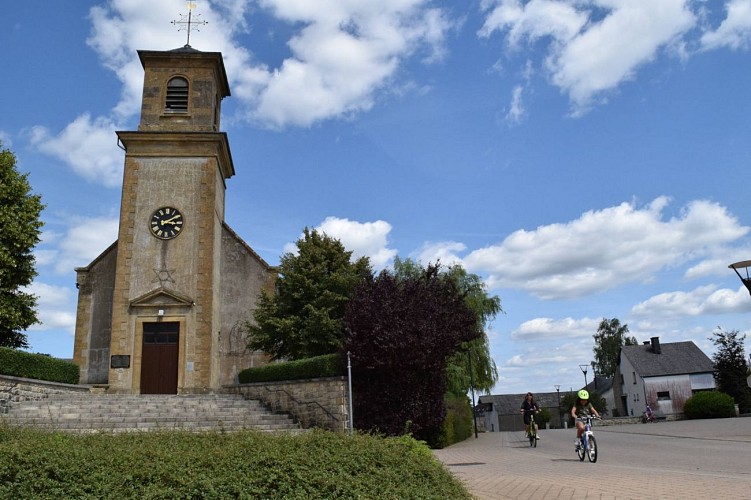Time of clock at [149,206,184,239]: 3:09
